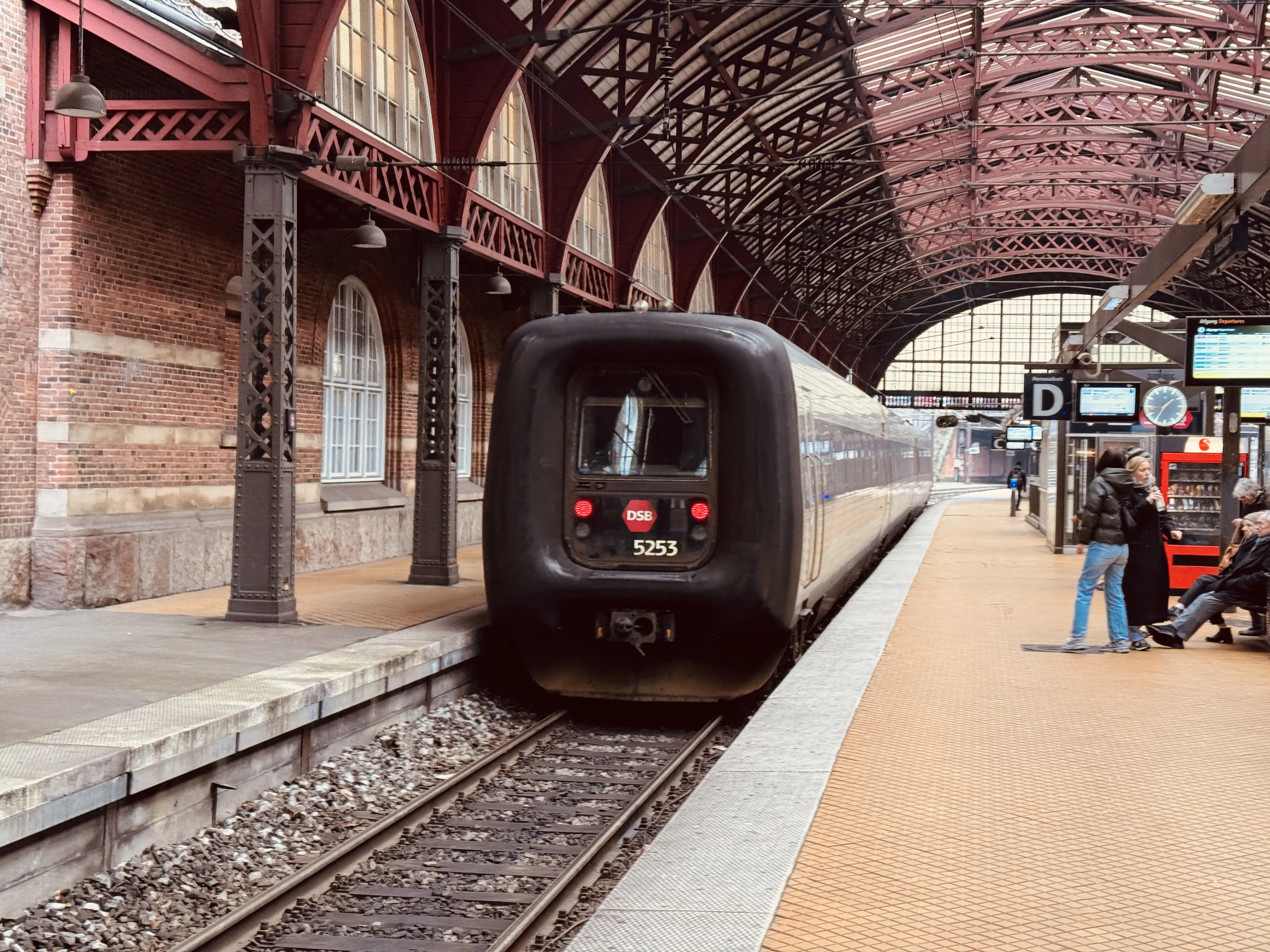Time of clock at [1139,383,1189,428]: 1:35
